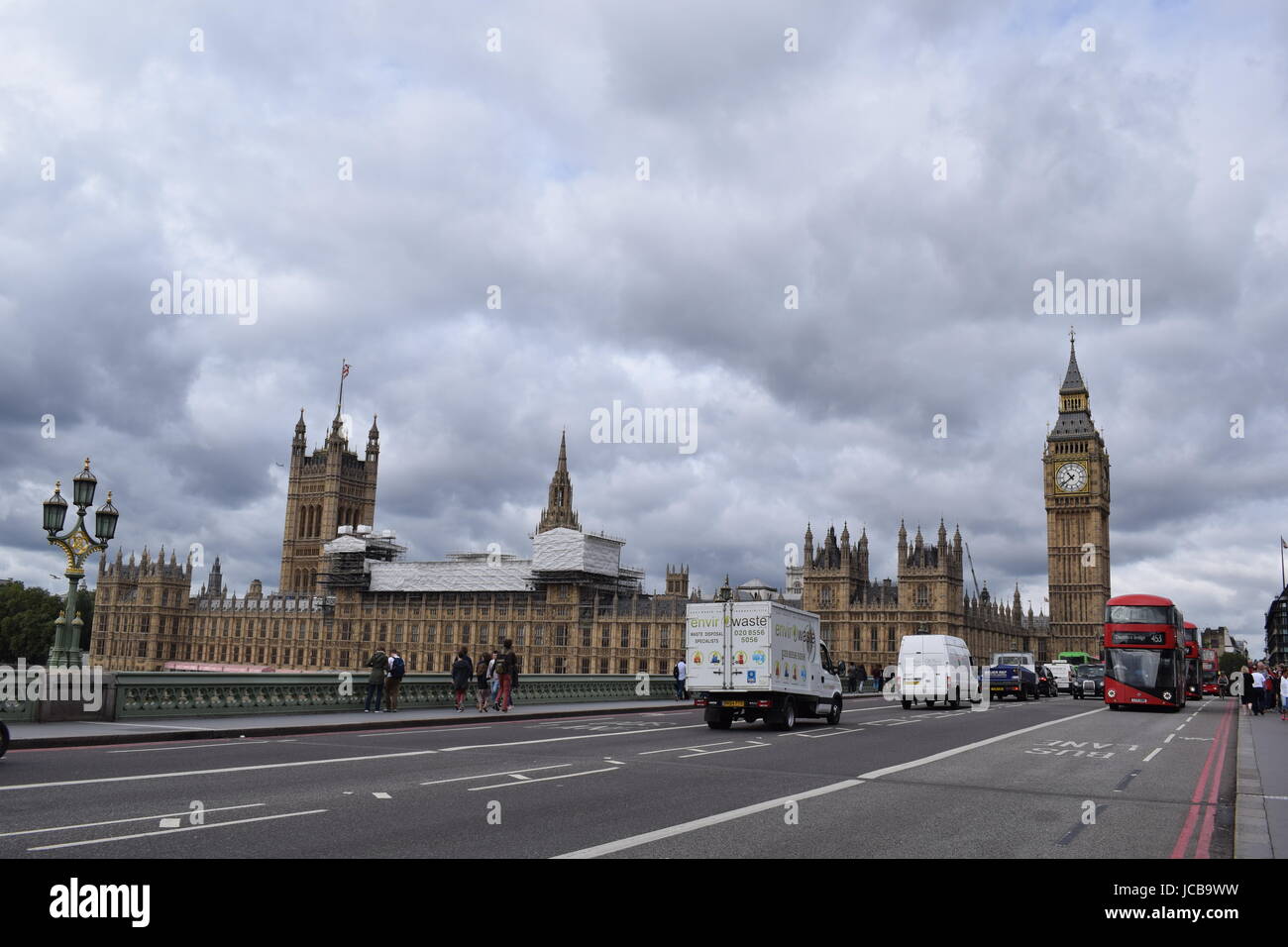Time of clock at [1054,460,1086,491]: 10:38
